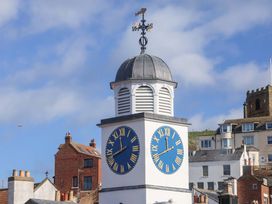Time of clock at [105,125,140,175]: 11:41
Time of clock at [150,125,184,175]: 11:40
